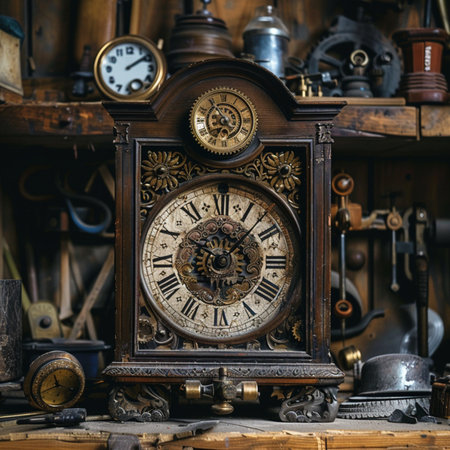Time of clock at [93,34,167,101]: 2:09
